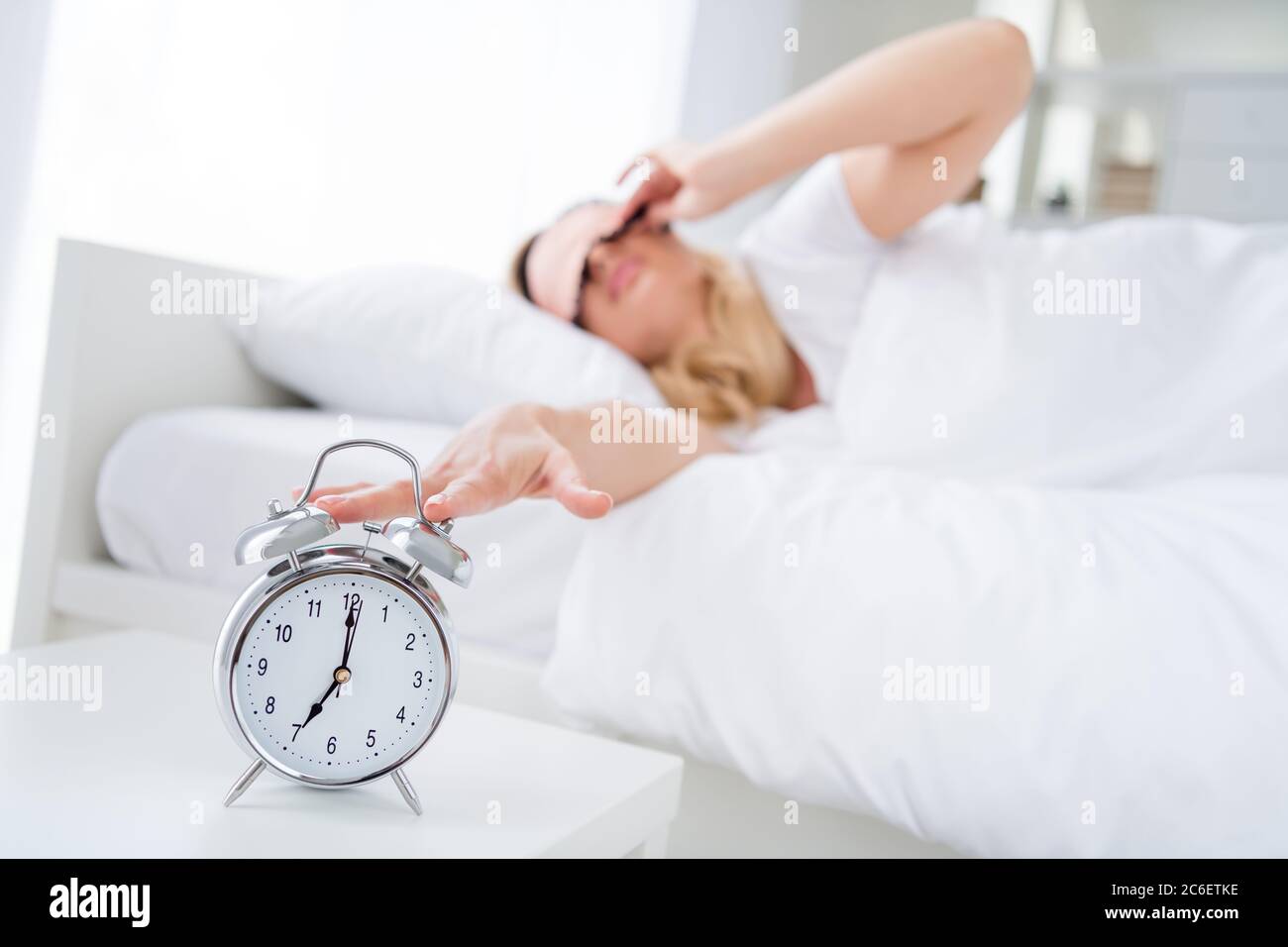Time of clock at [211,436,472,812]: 7:00
